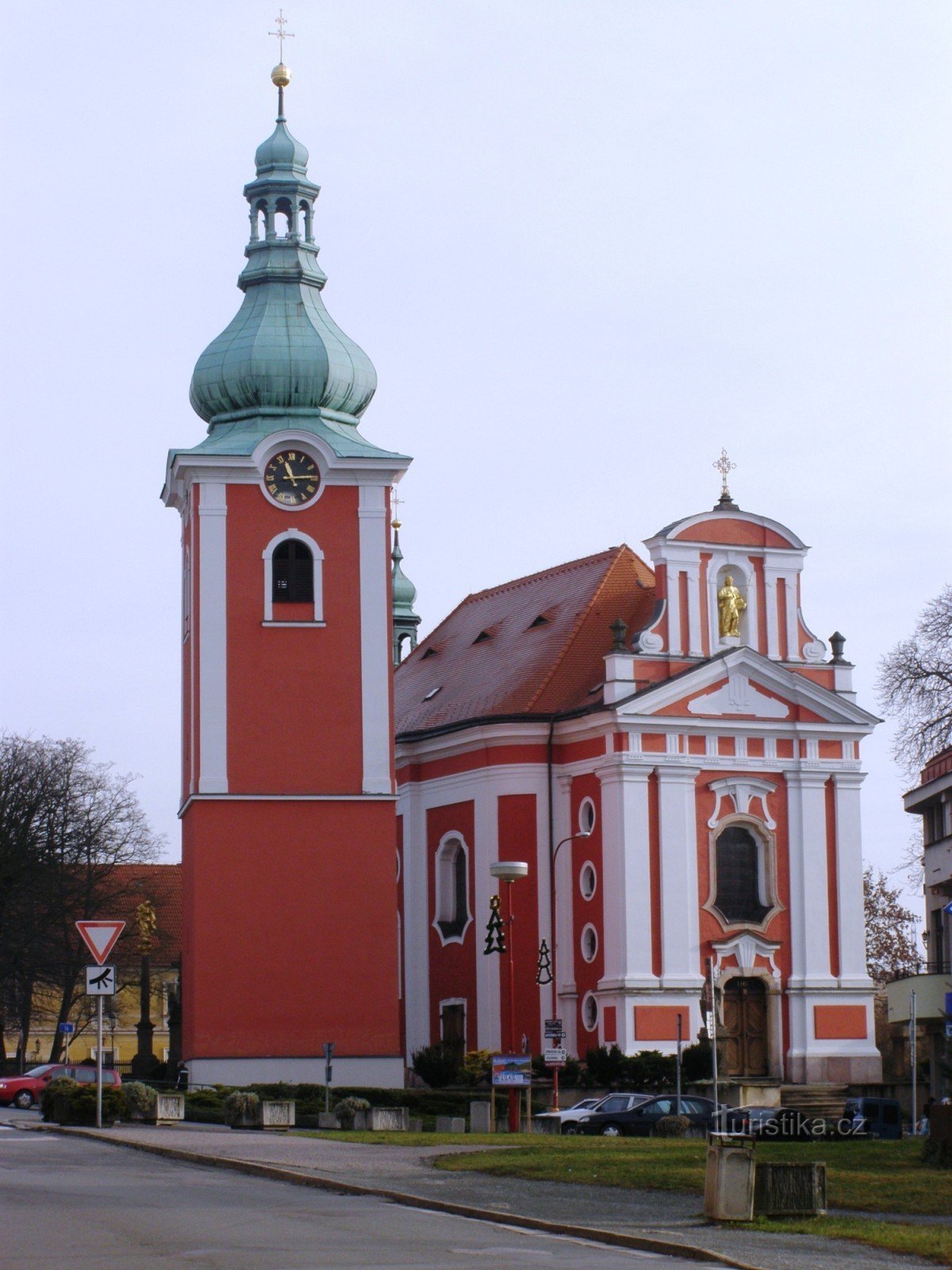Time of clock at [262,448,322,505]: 11:14
